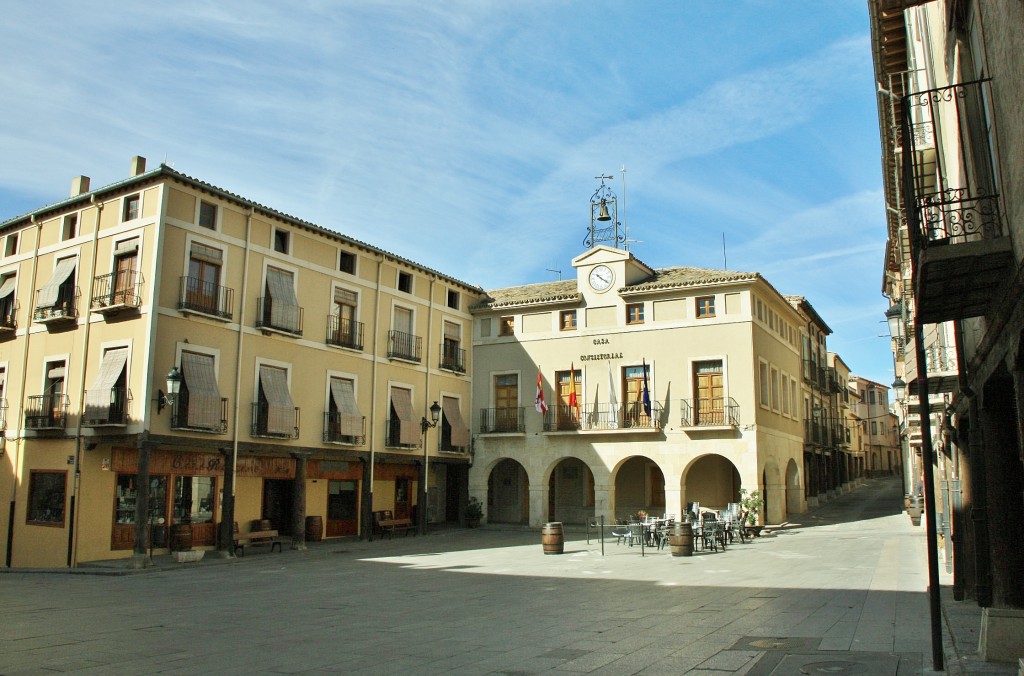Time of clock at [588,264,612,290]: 10:20
